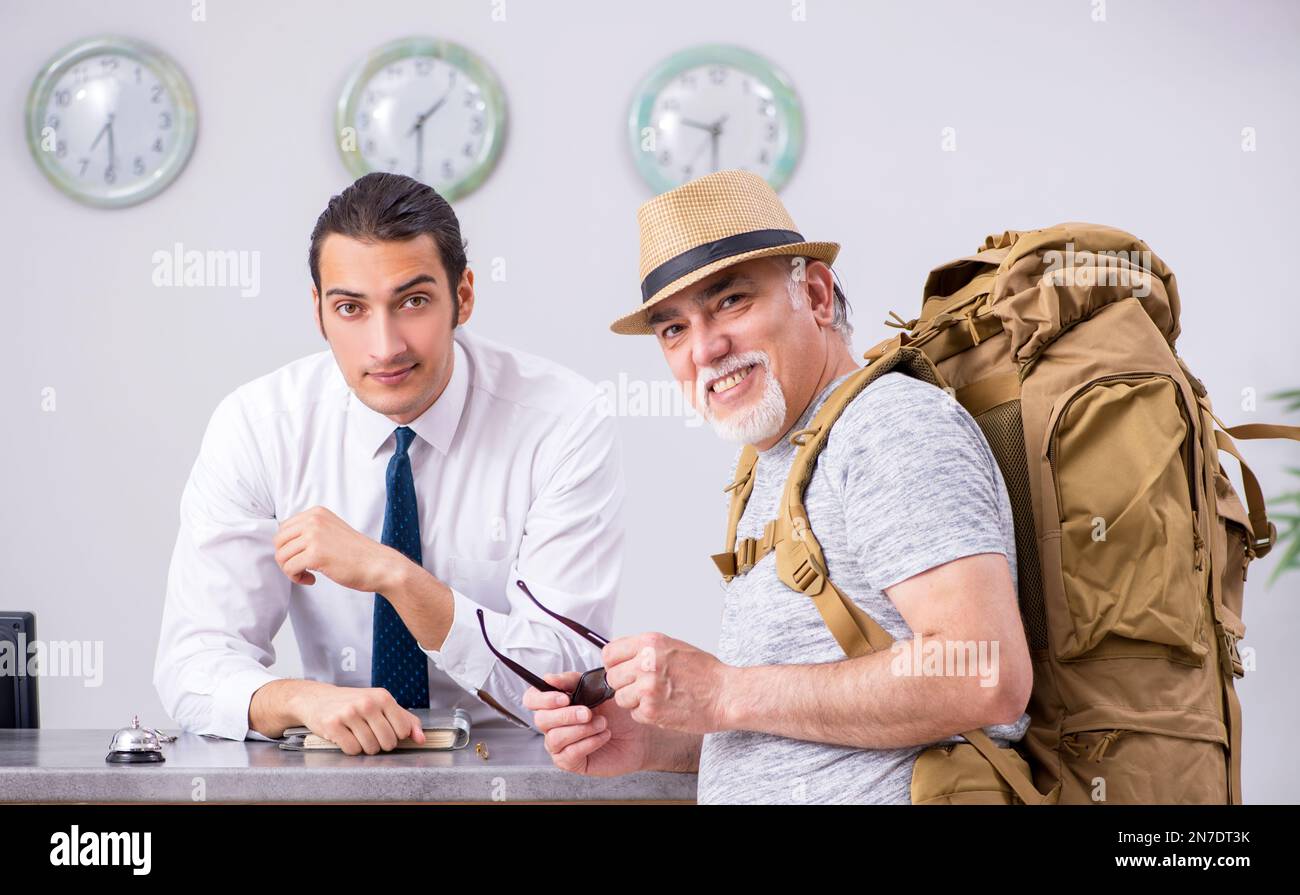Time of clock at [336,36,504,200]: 1:29
